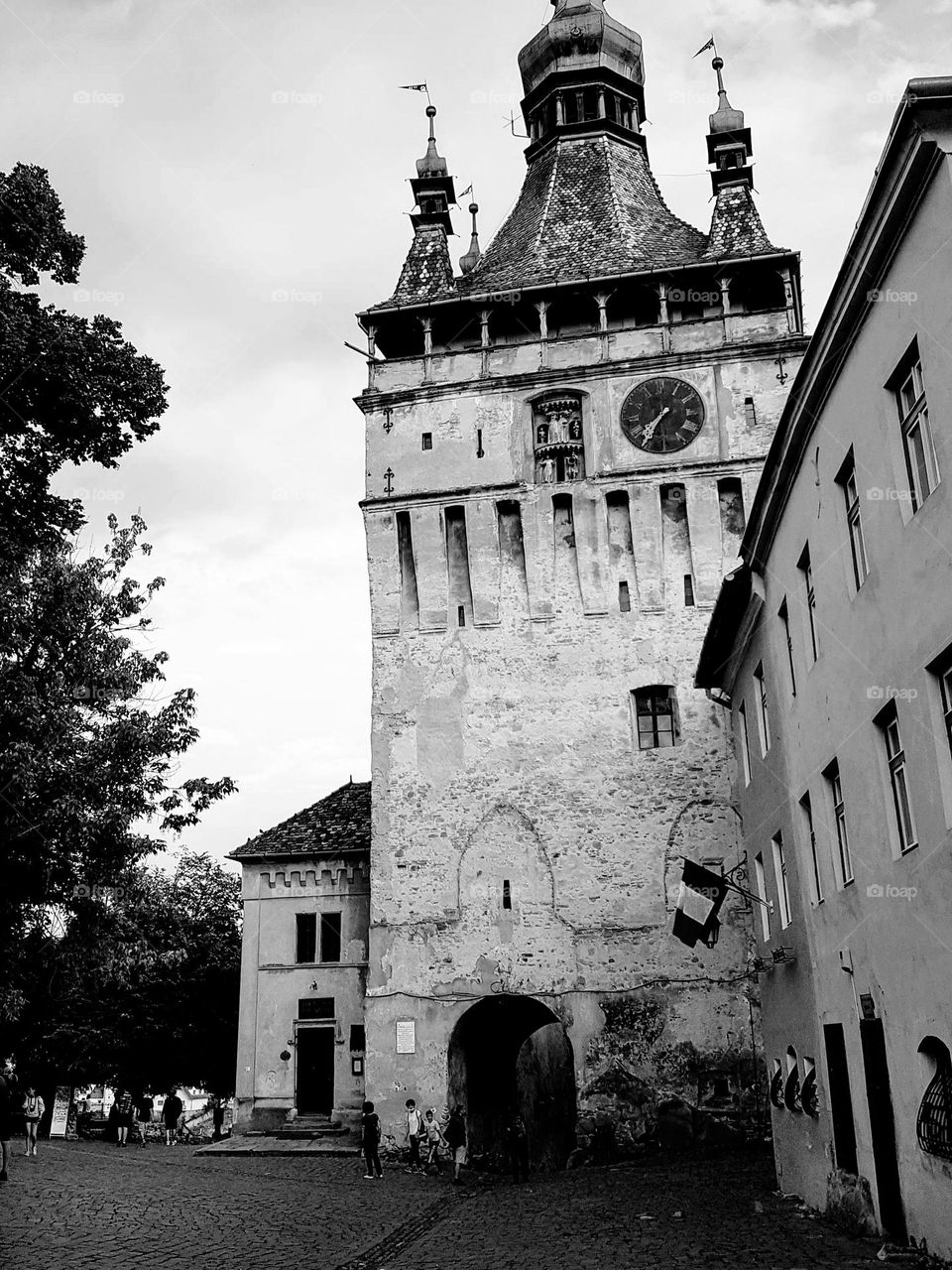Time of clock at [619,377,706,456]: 7:36
